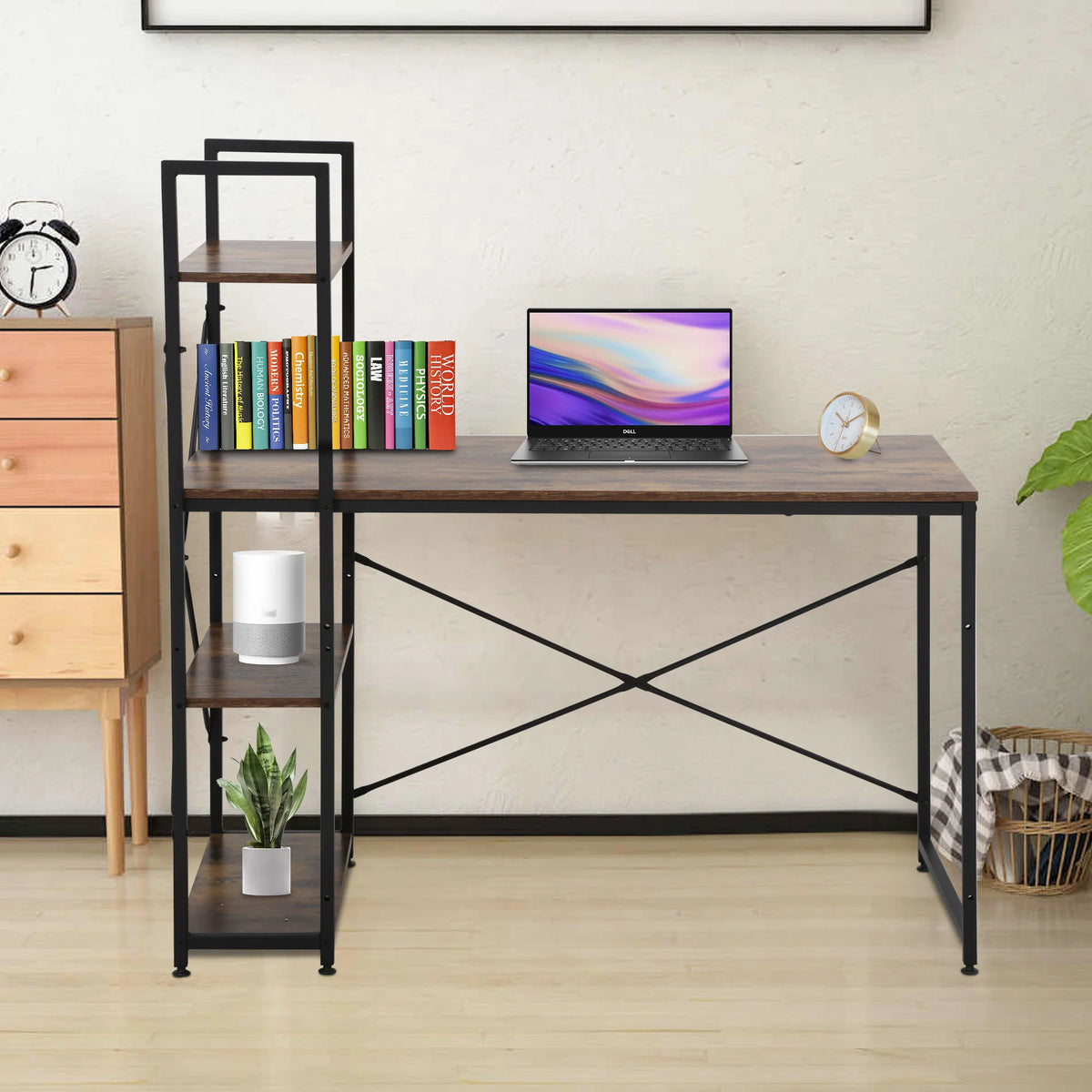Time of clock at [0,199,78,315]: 2:31
